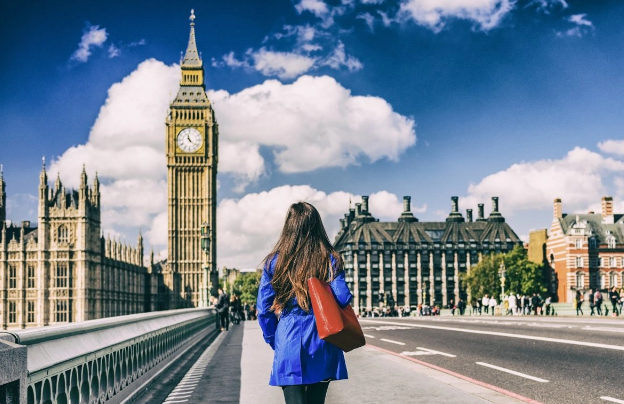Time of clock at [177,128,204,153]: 11:22
